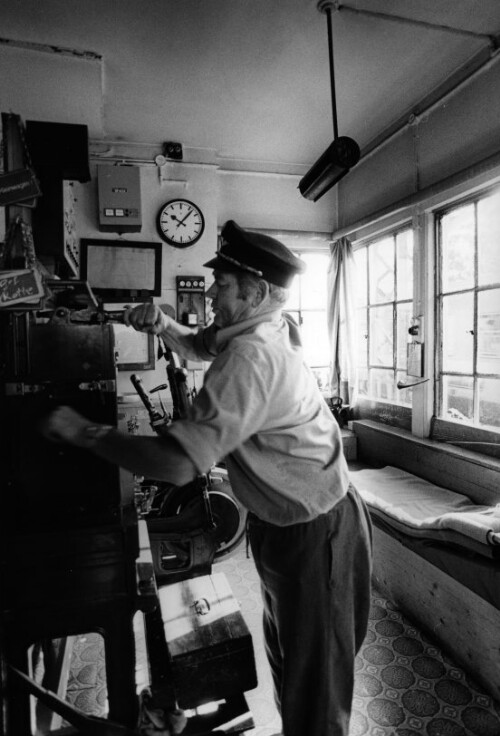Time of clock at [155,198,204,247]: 10:07
